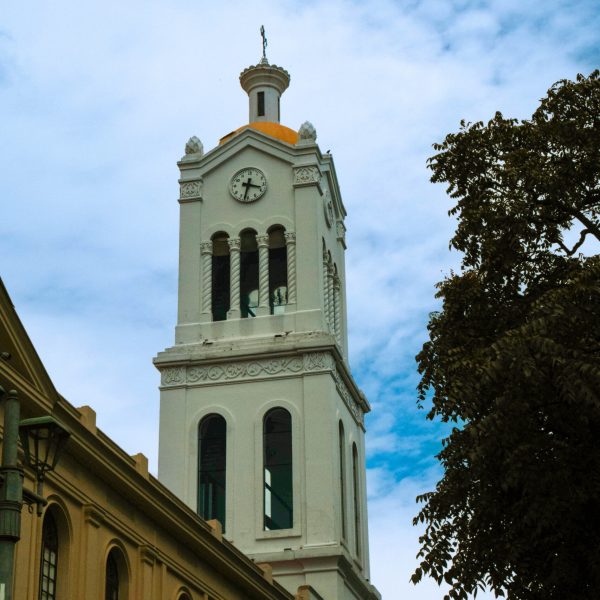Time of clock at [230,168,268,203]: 3:32
